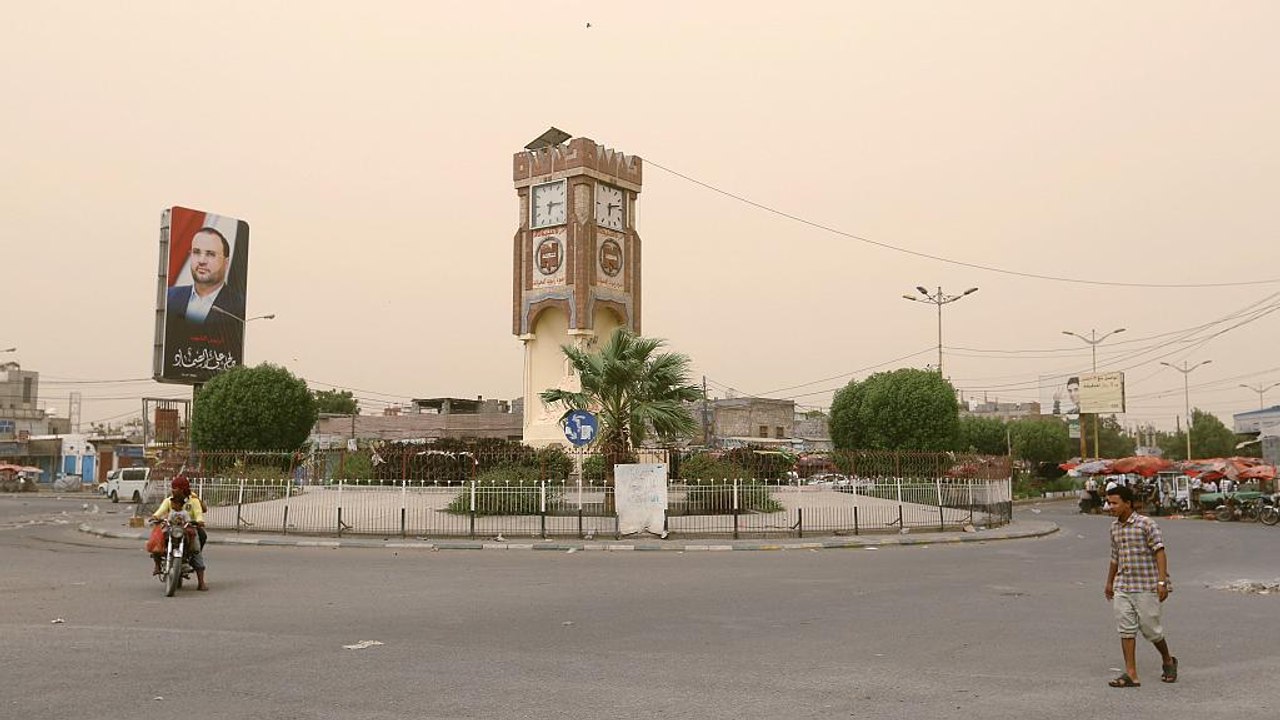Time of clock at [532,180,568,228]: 6:15
